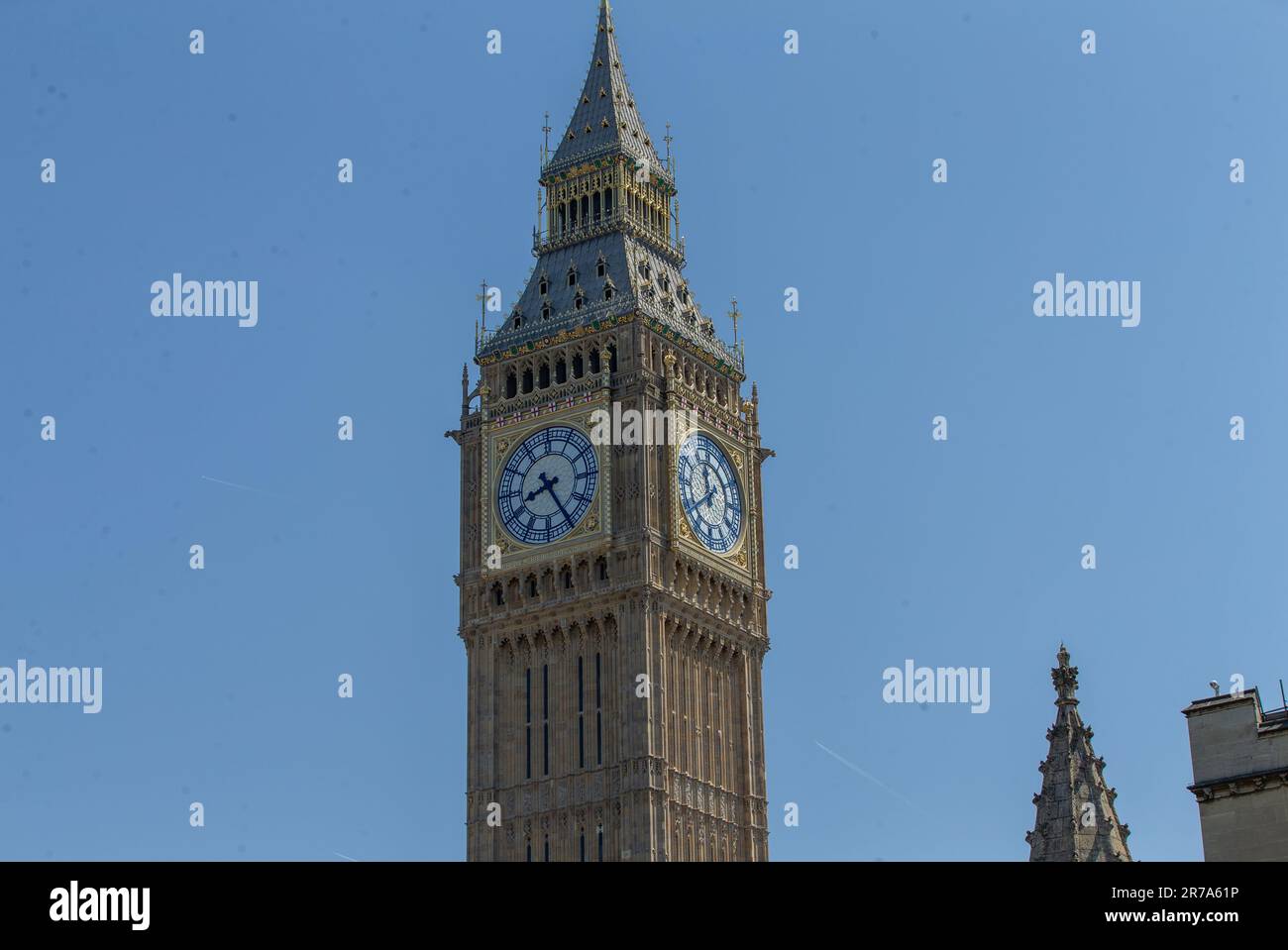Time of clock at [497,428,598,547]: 8:24
